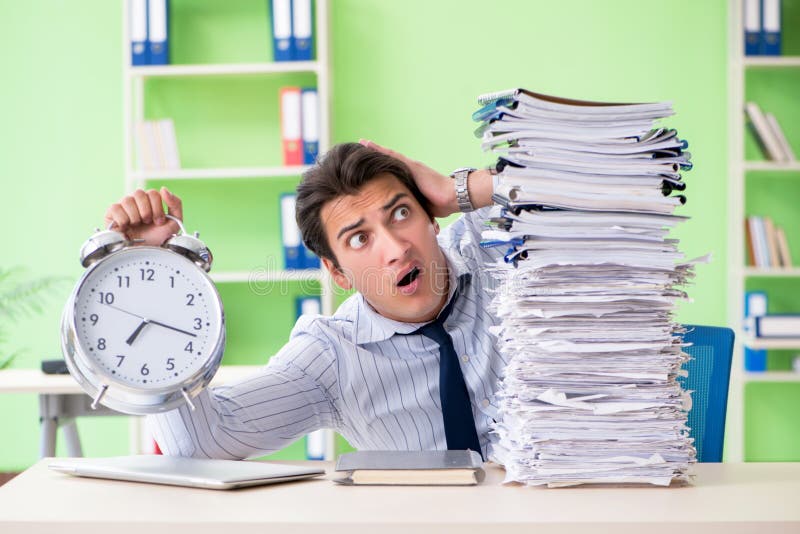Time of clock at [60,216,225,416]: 7:17
